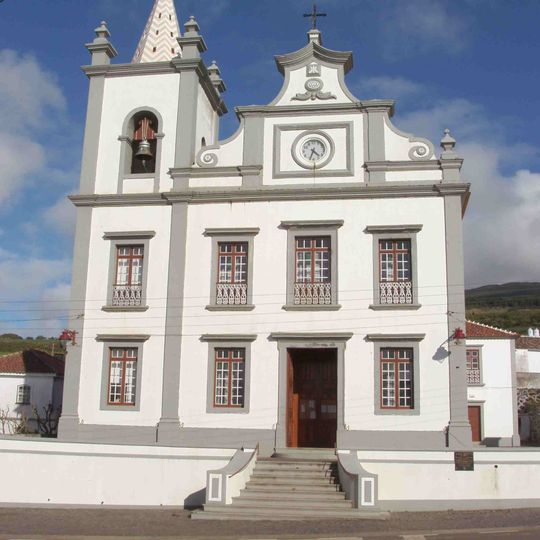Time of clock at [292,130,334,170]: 4:33
